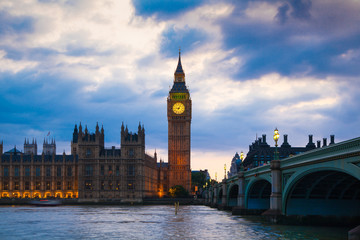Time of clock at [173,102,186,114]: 9:05
